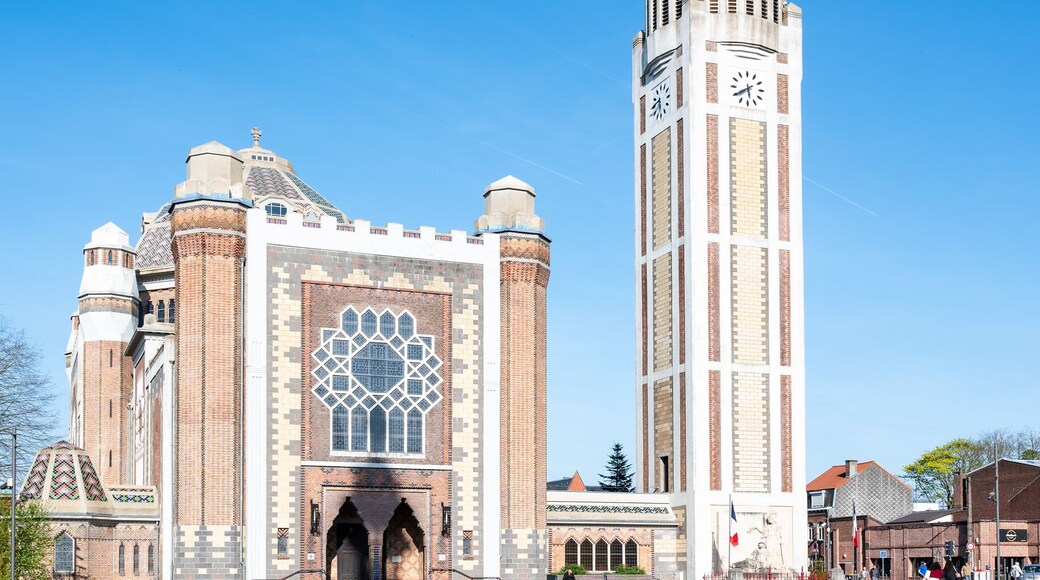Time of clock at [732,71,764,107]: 5:40
